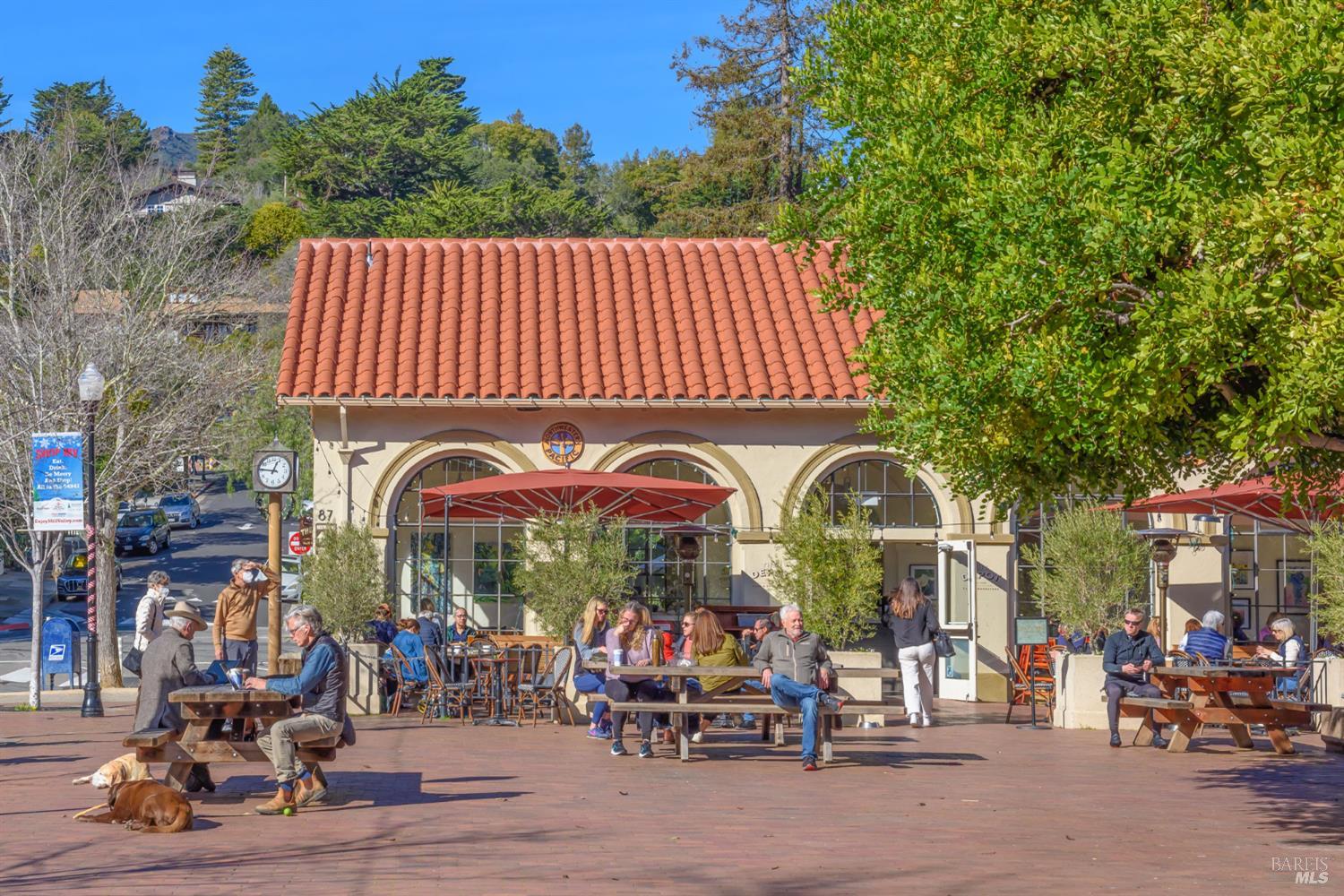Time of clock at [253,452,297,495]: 12:46
